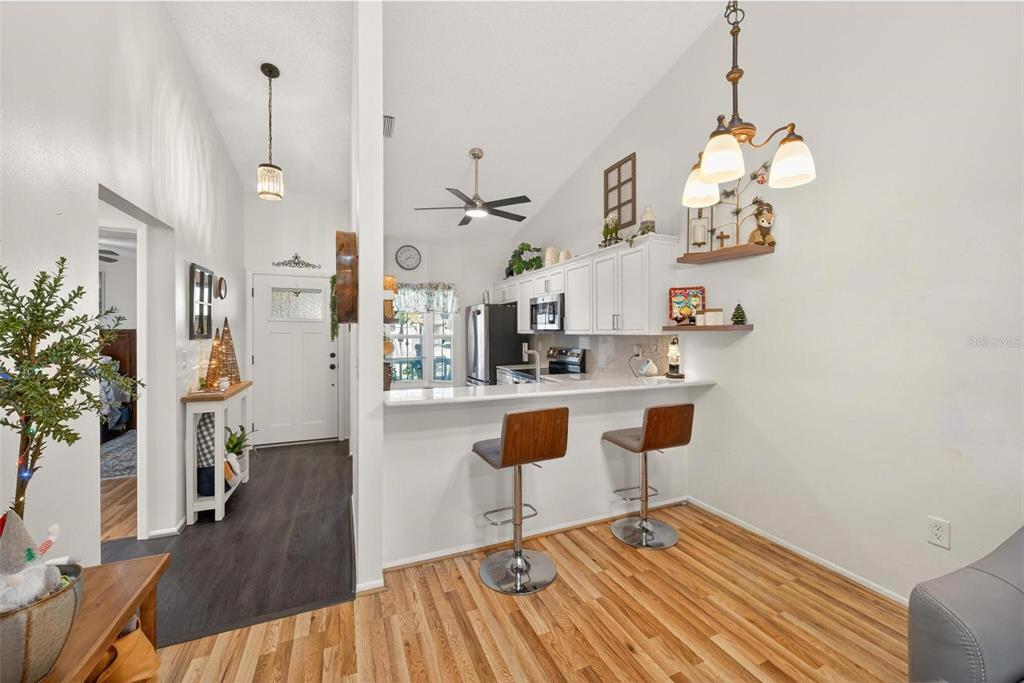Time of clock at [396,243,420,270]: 2:37
